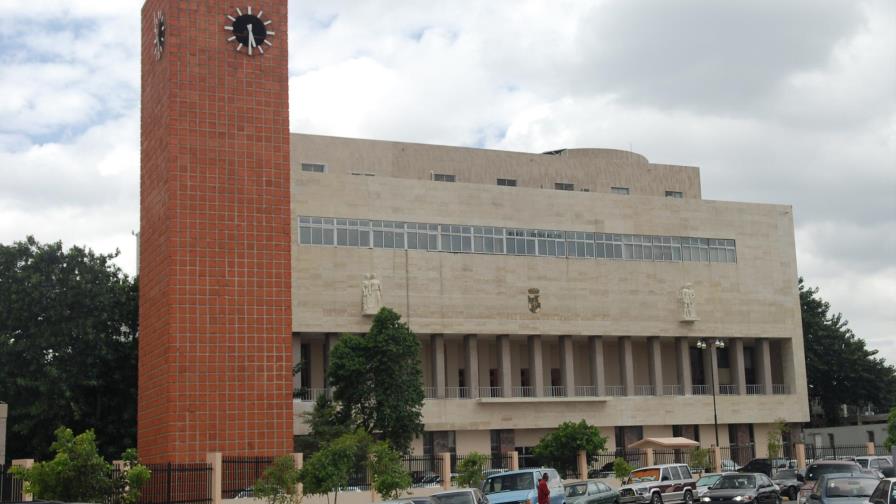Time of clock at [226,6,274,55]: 5:30
